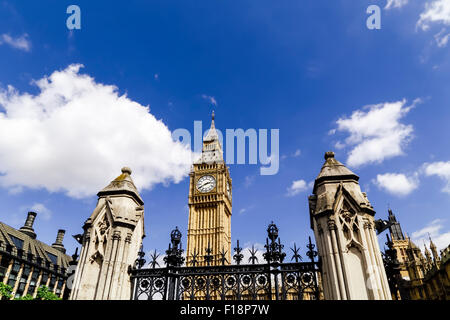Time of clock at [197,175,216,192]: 2:40
